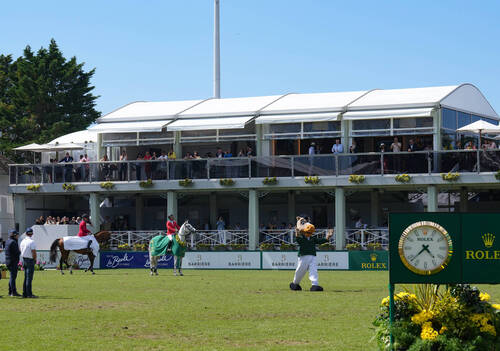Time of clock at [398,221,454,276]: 4:38
